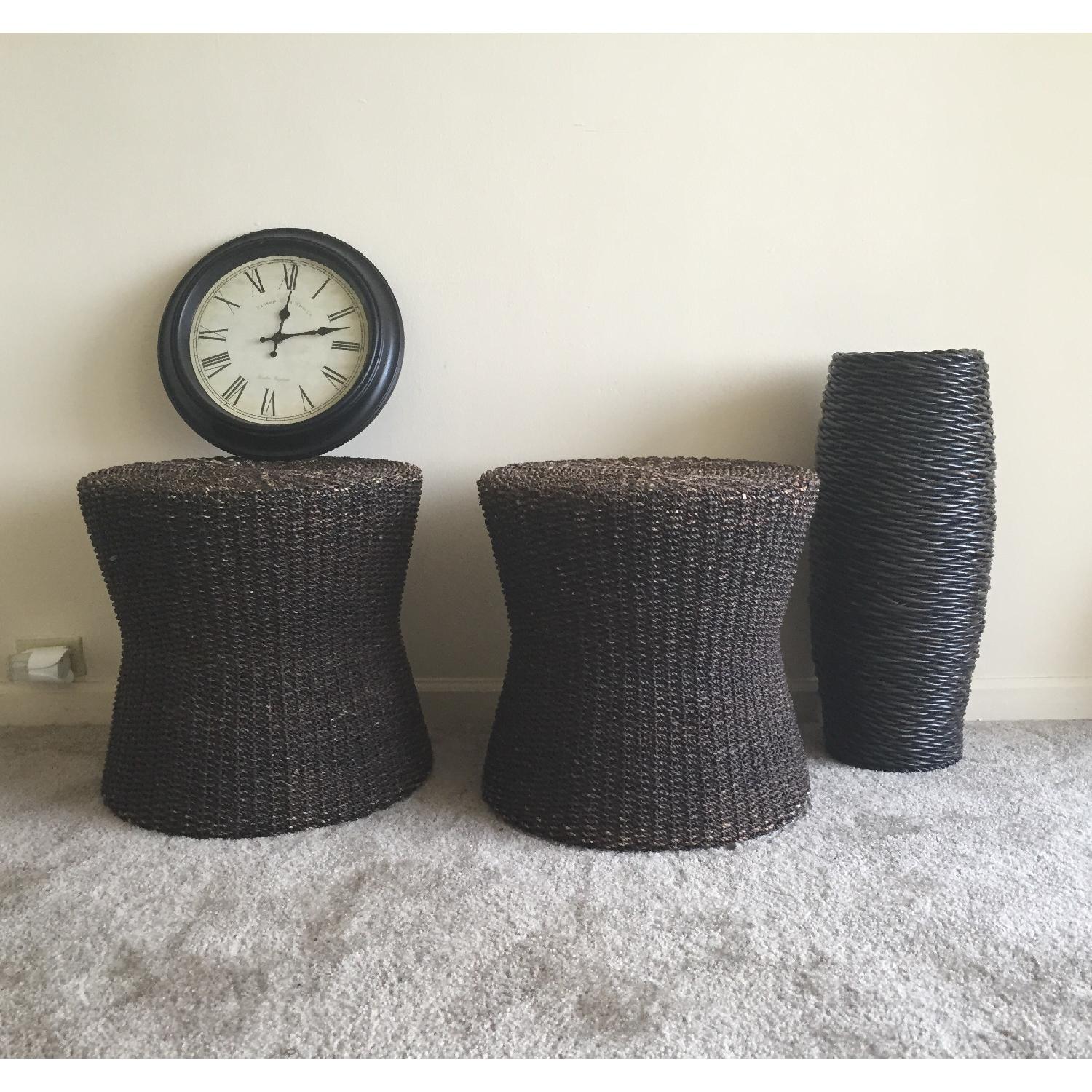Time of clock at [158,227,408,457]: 12:12
